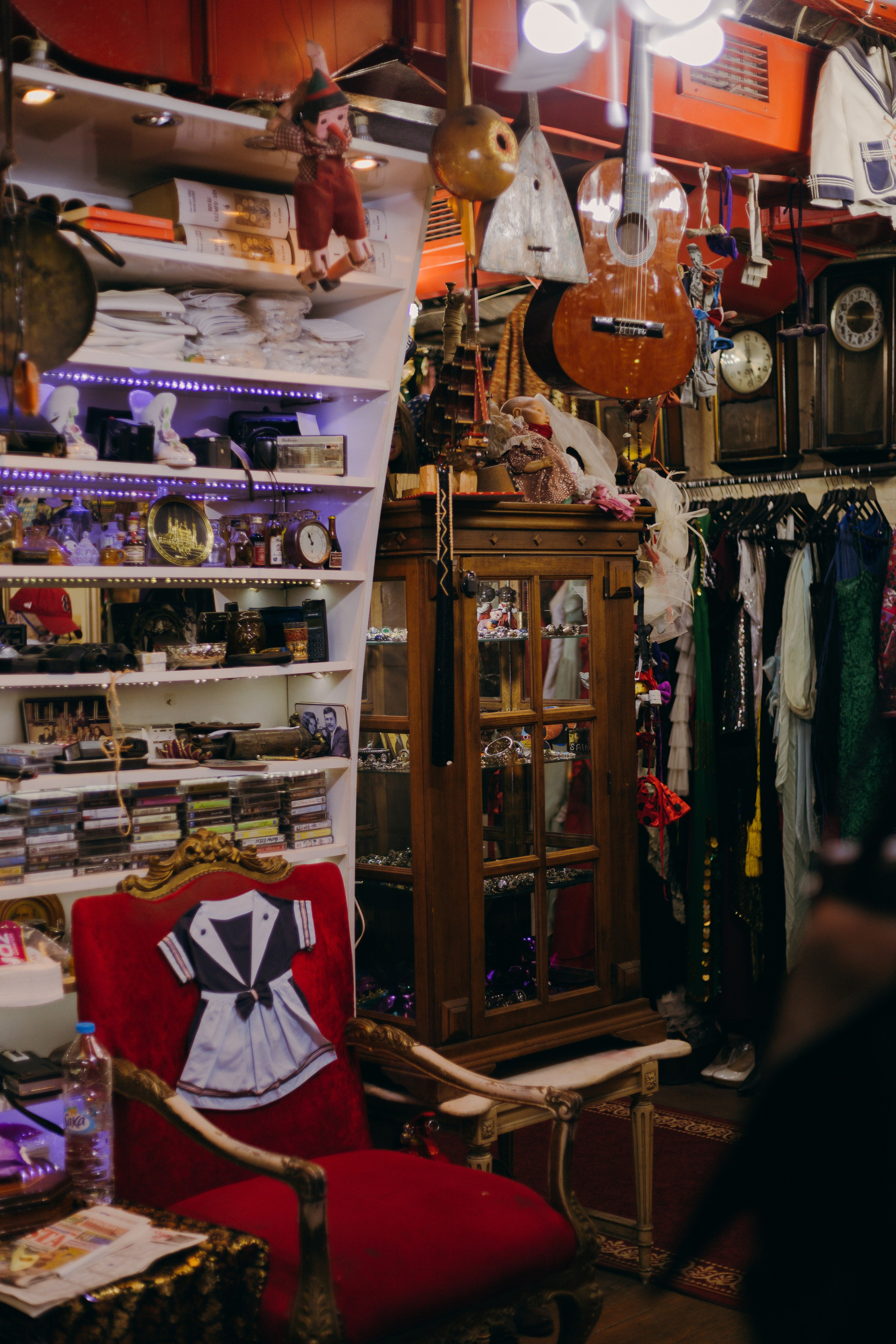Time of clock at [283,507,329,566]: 10:56
